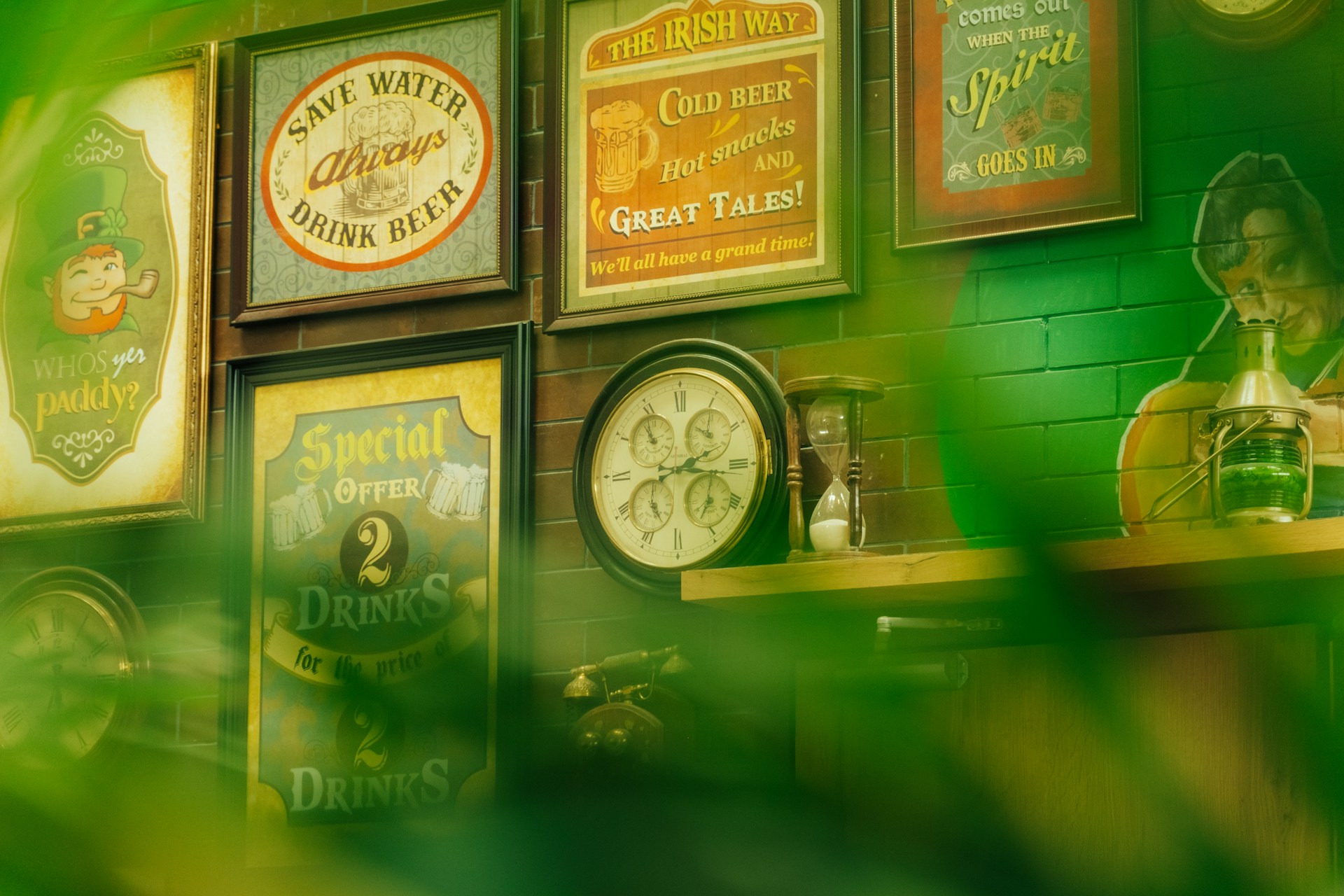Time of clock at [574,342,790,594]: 2:42
